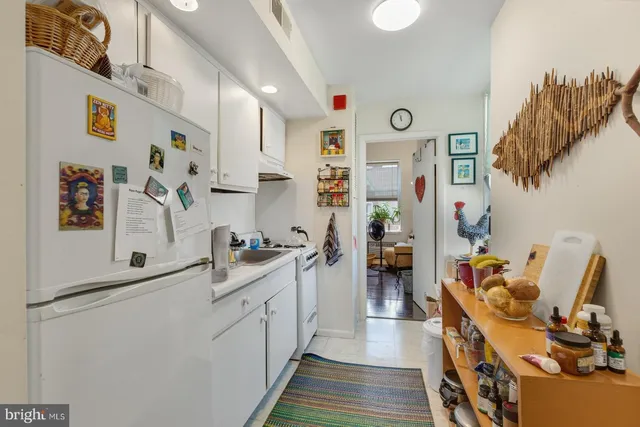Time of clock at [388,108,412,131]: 11:57
